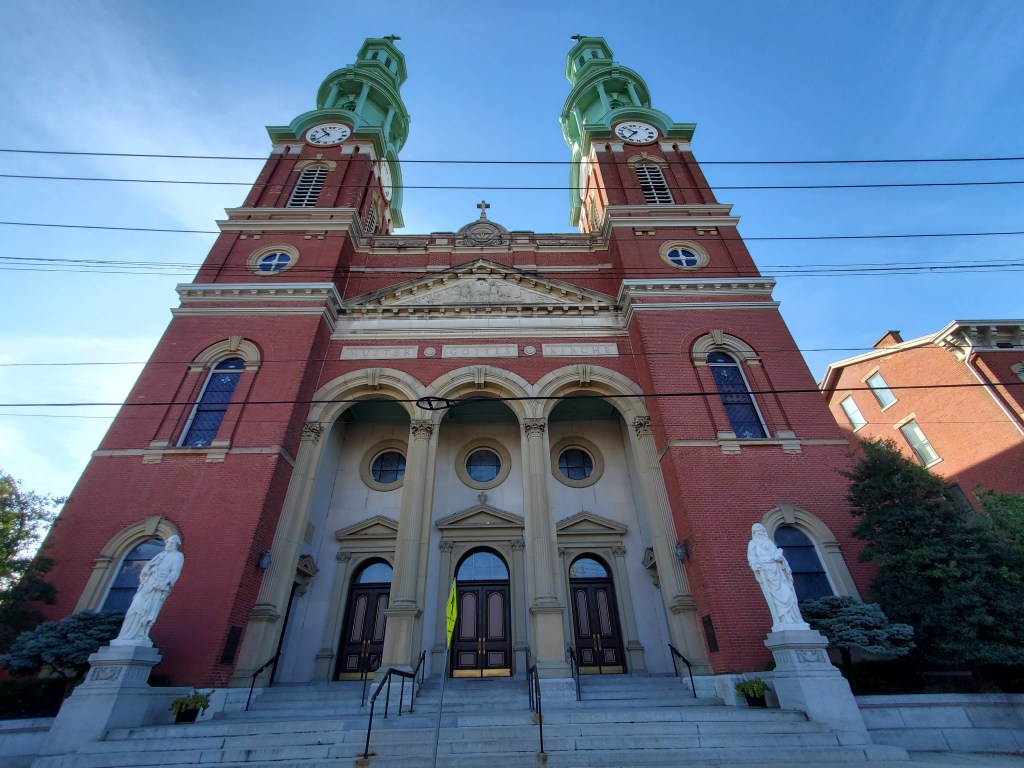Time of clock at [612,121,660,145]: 10:36
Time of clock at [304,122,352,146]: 10:37
